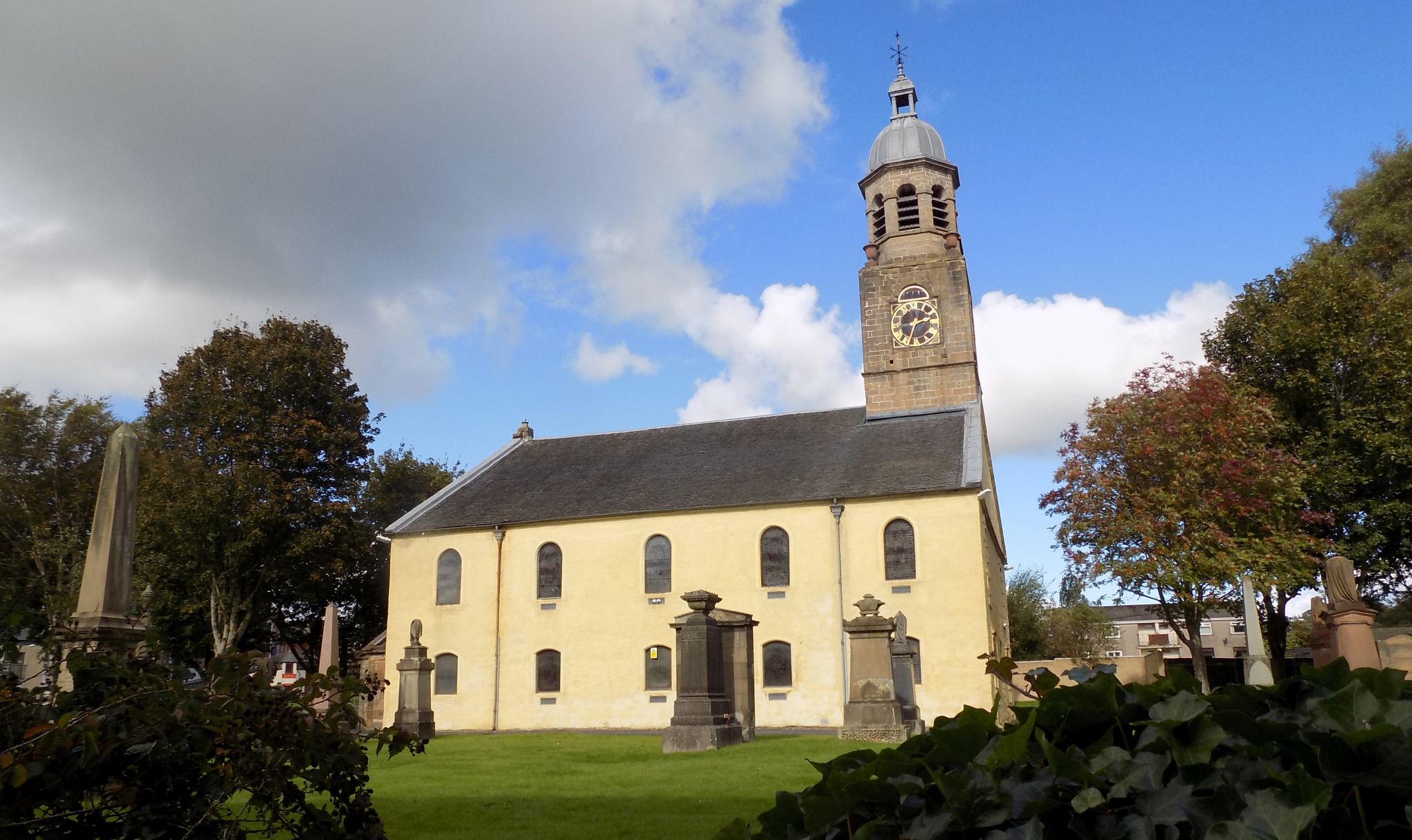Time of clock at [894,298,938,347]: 2:32
